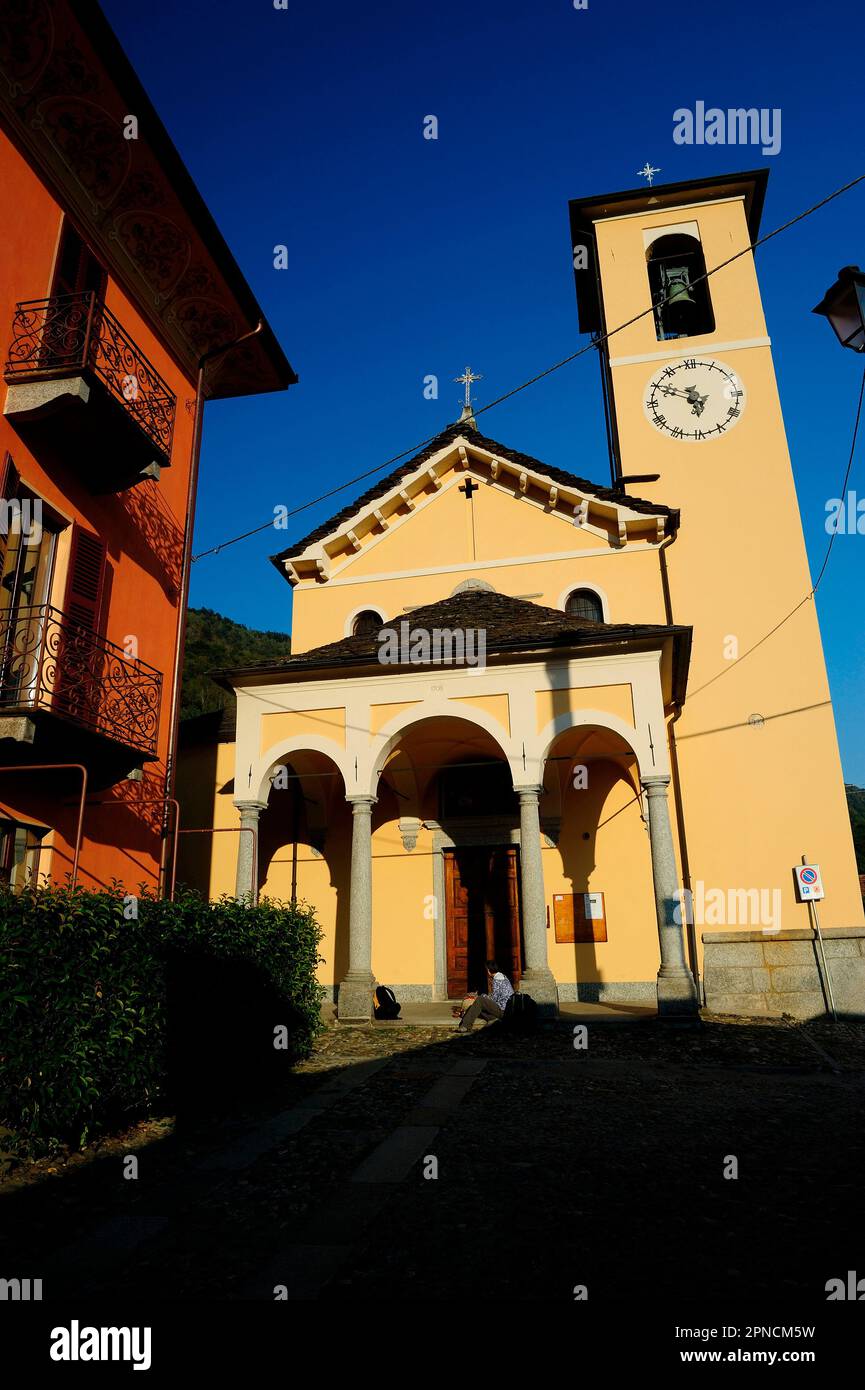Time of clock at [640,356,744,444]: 5:49
